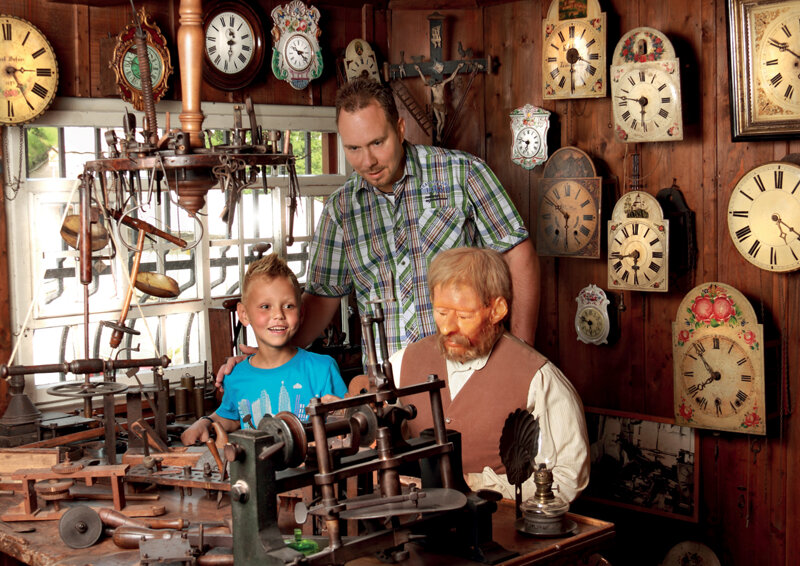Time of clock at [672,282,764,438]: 7:52
